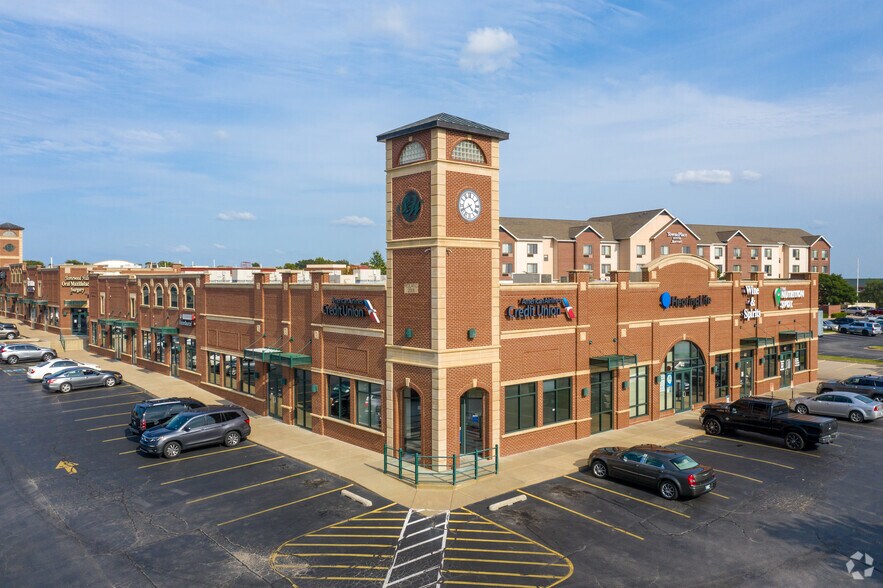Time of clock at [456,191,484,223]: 4:40
